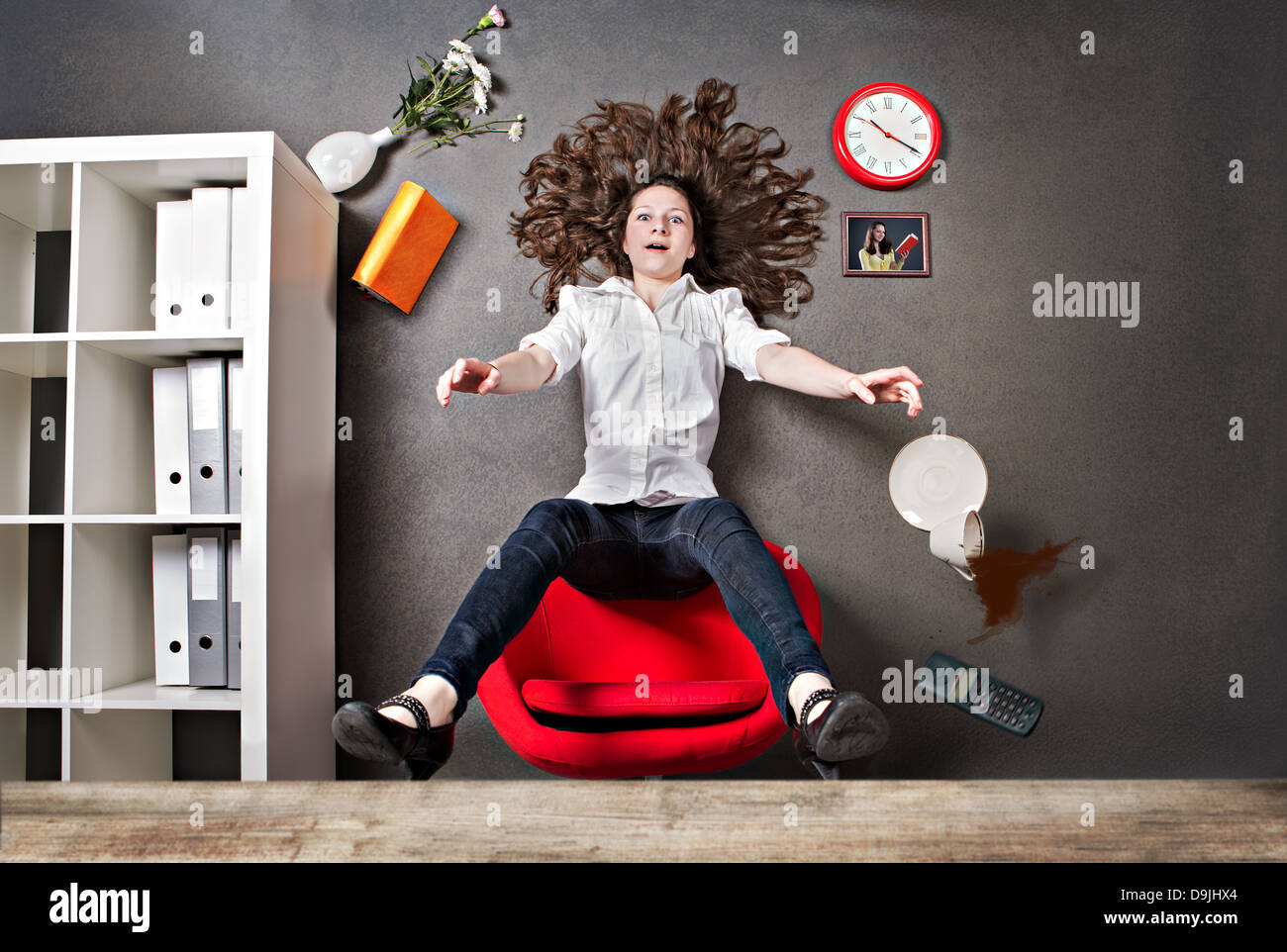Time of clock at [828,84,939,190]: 10:19
